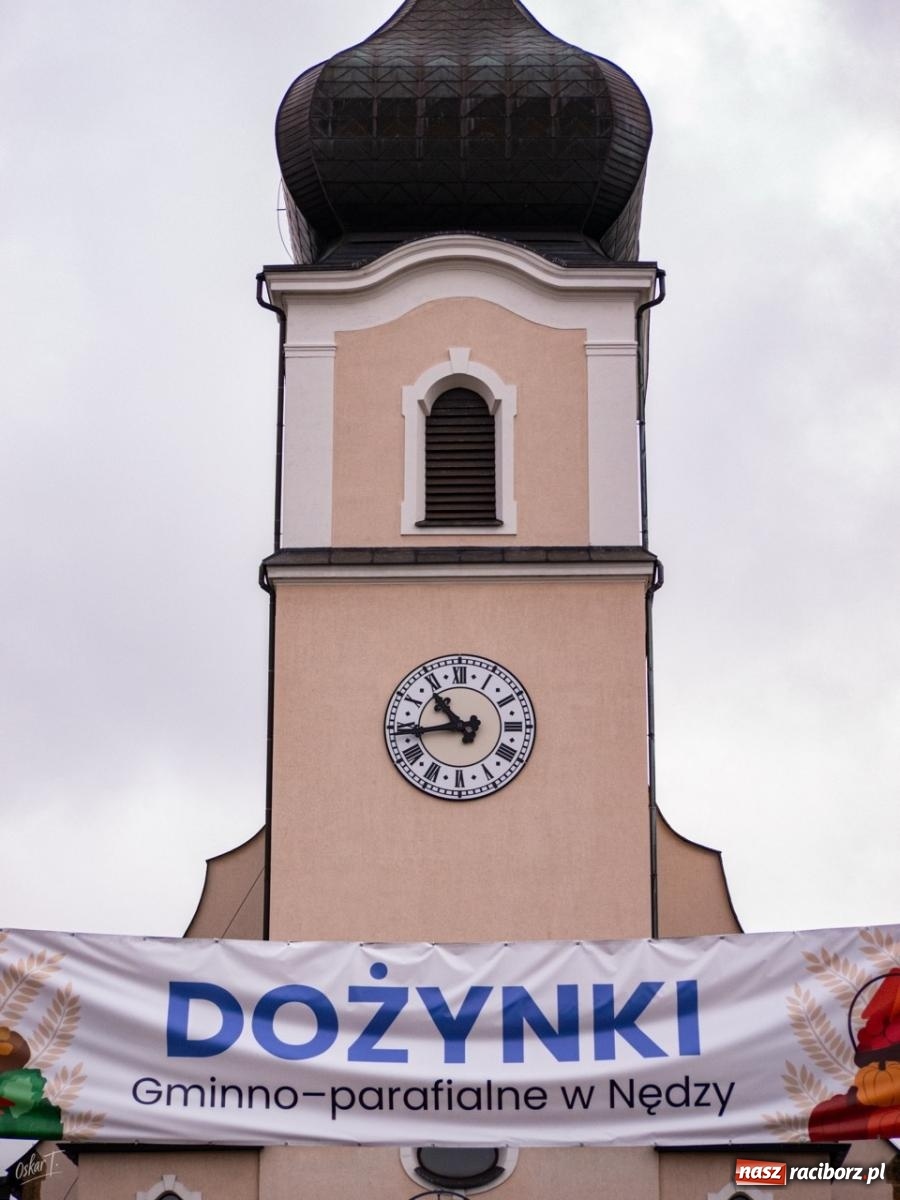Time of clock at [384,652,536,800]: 10:43
